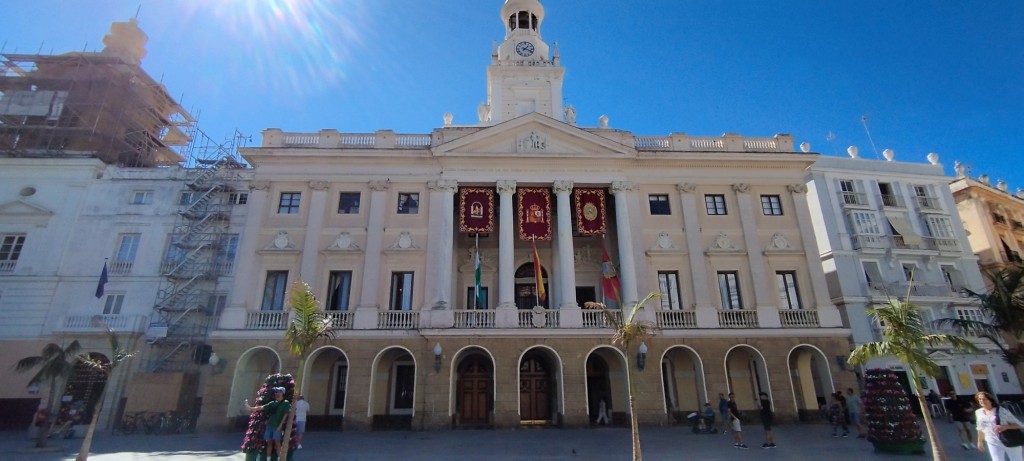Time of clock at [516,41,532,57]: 1:18
